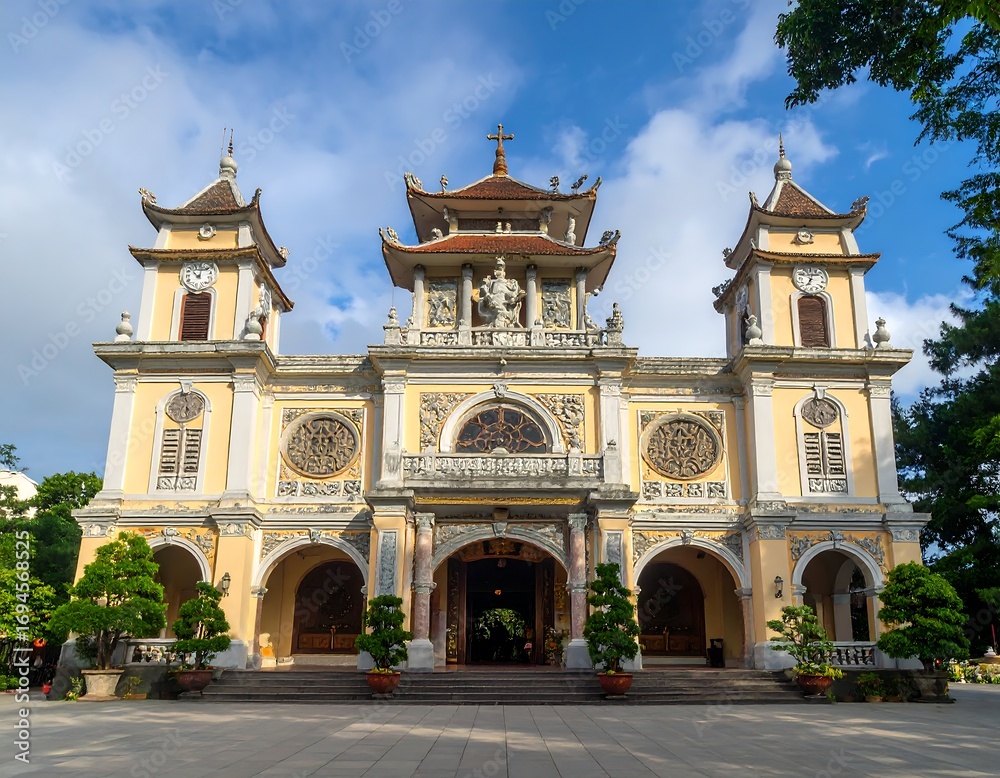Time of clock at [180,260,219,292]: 10:02
